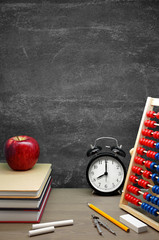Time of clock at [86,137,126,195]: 8:00
